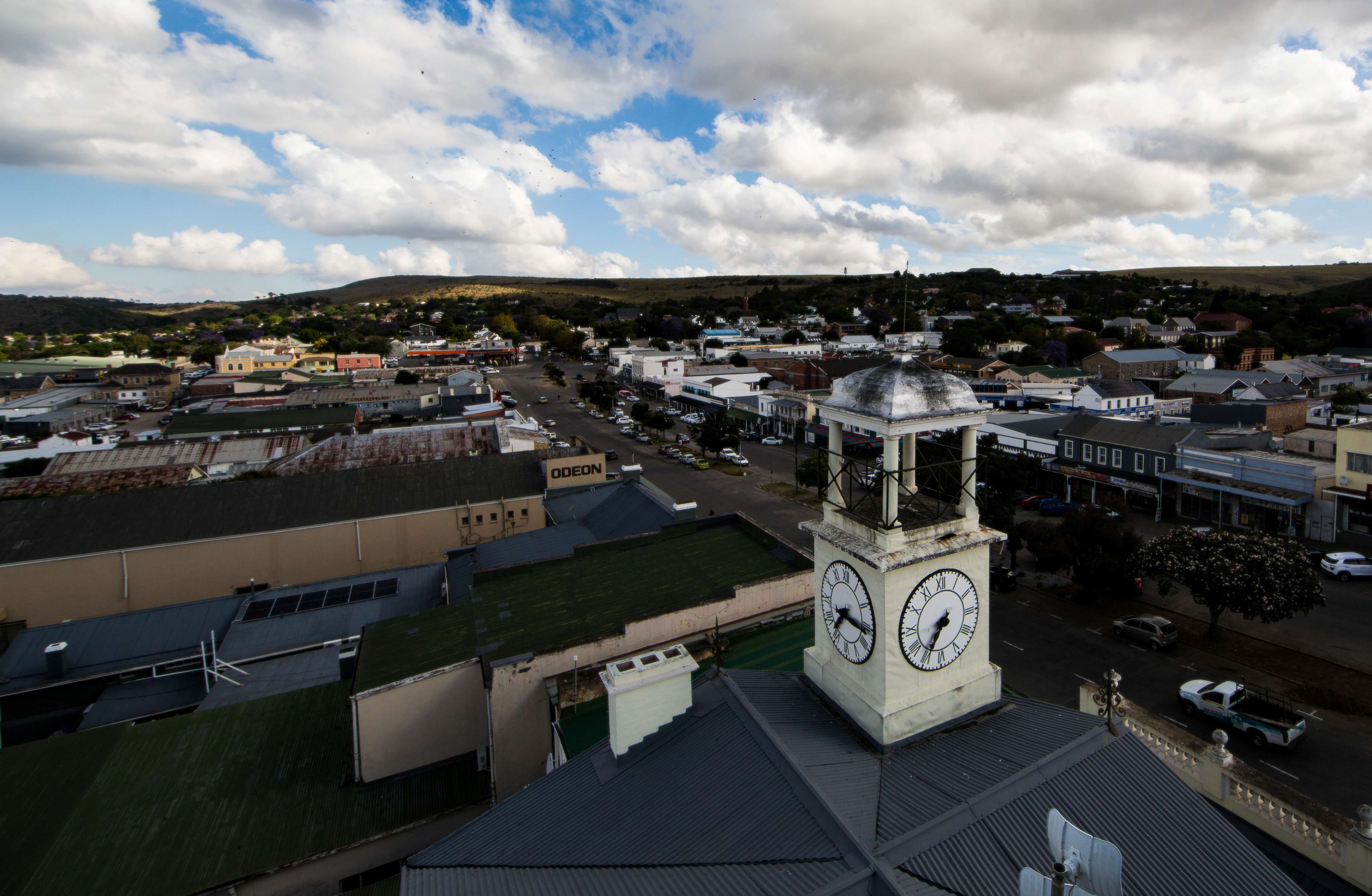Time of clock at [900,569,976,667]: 7:35
